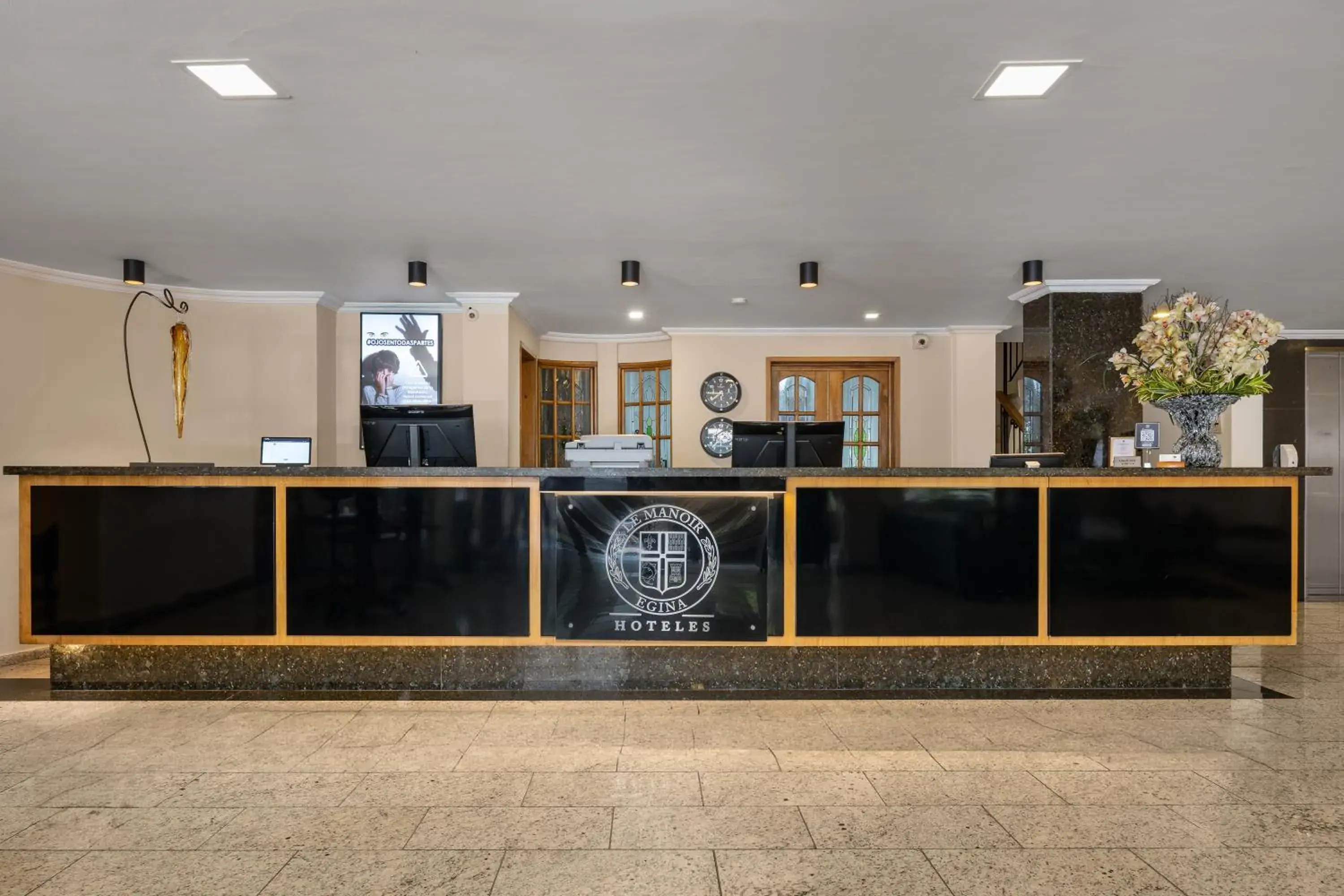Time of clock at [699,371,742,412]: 7:44
